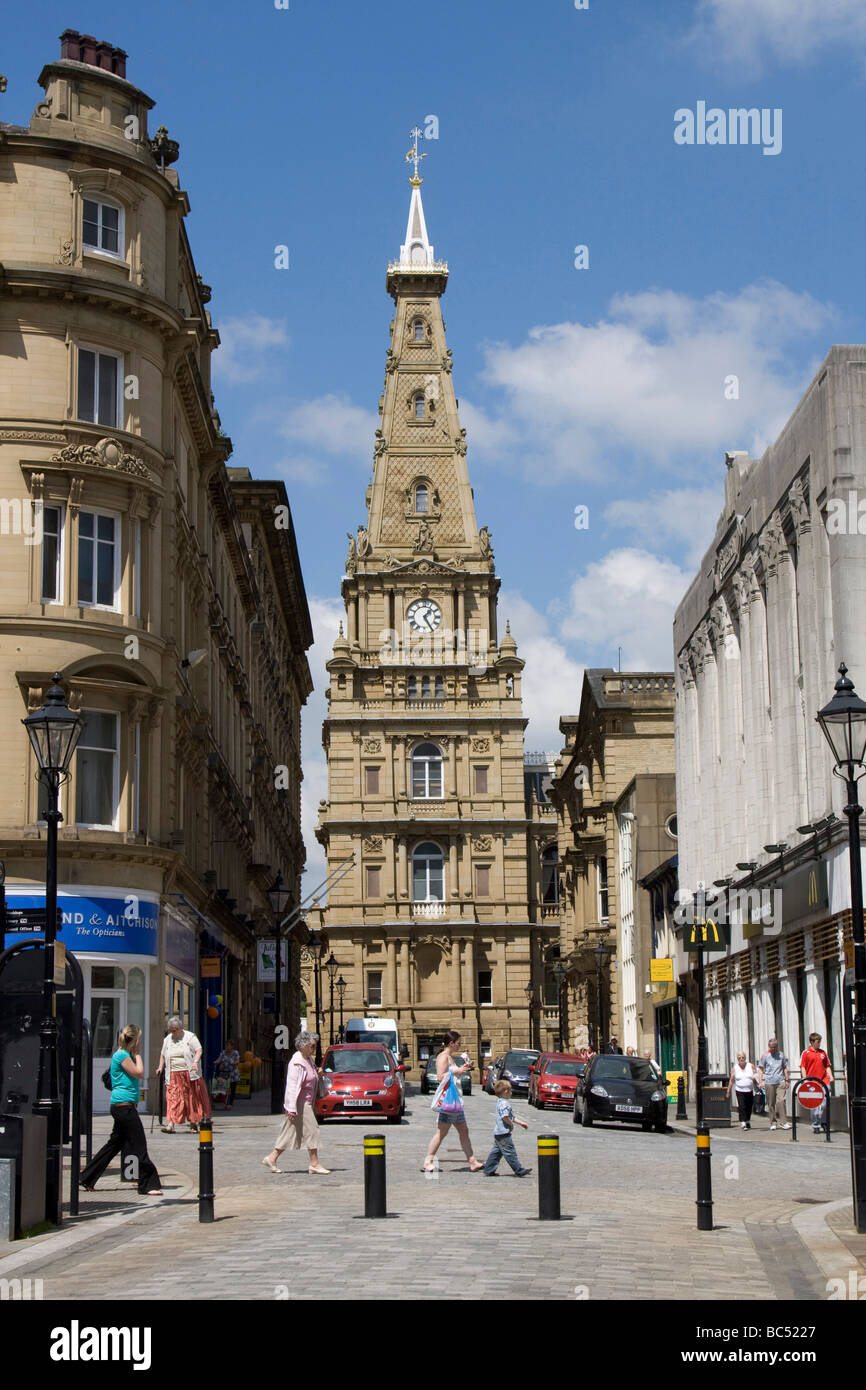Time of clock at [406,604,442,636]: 1:24
